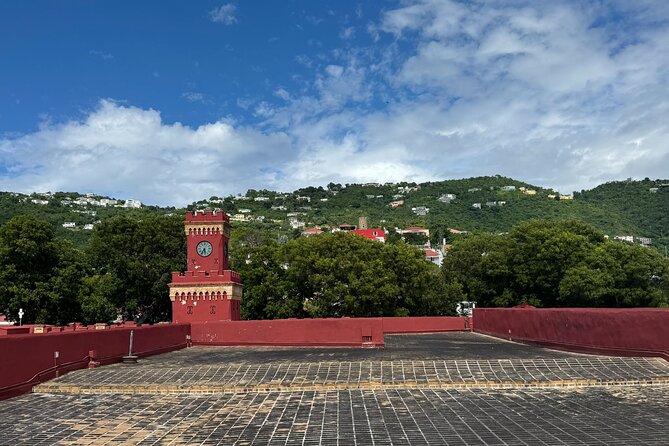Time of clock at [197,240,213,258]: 5:35
